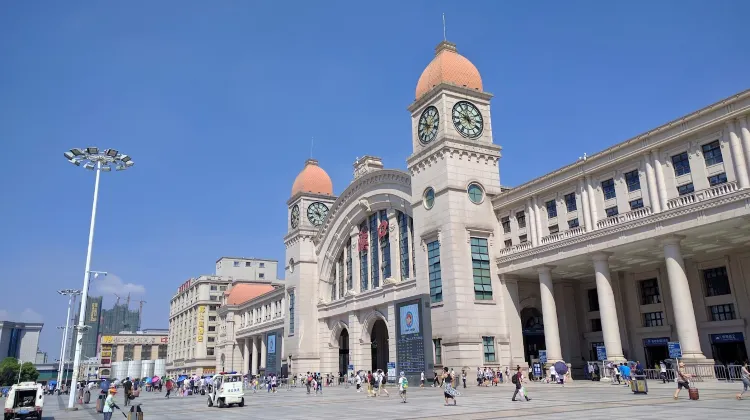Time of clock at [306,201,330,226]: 9:56
